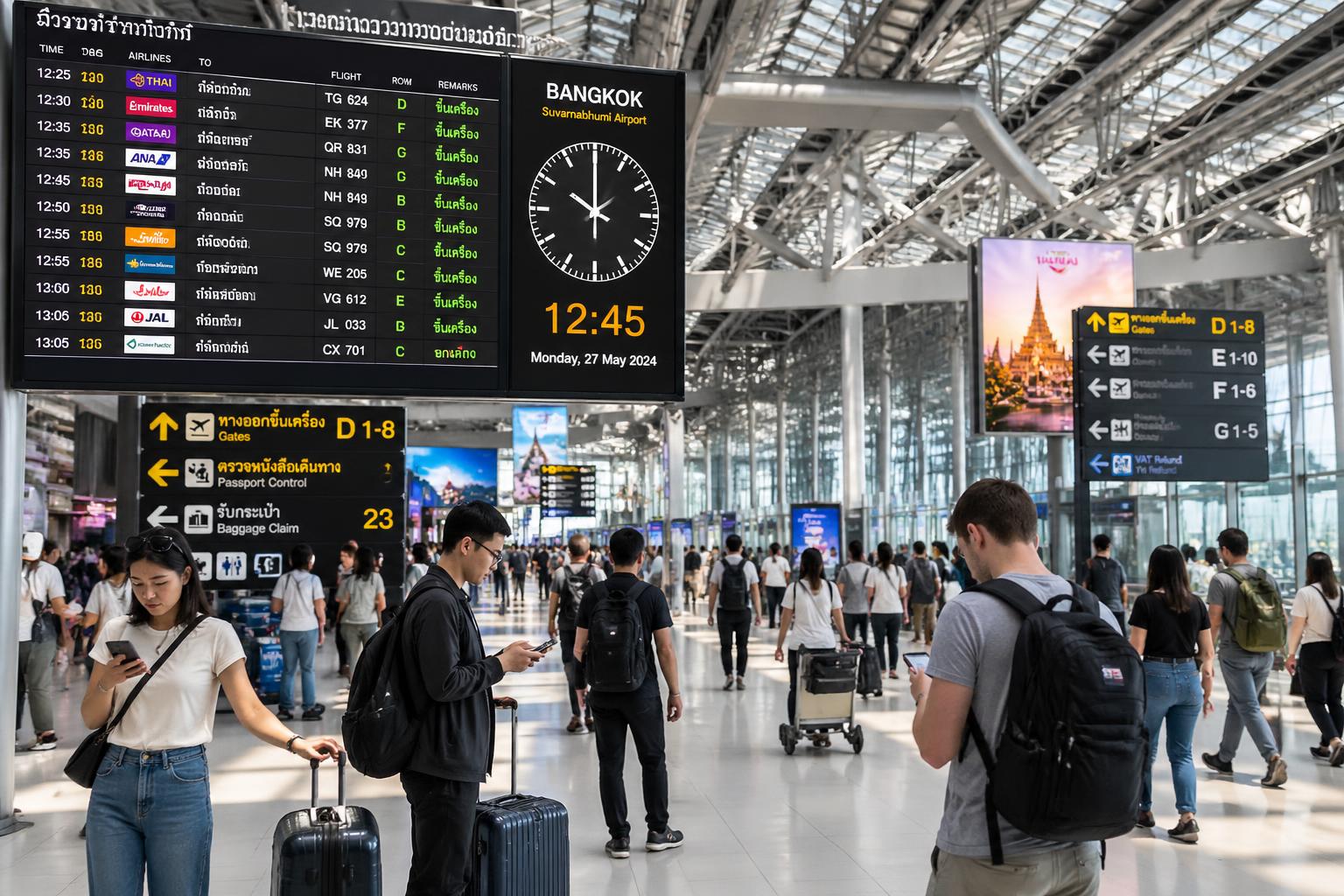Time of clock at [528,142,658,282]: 10:00
